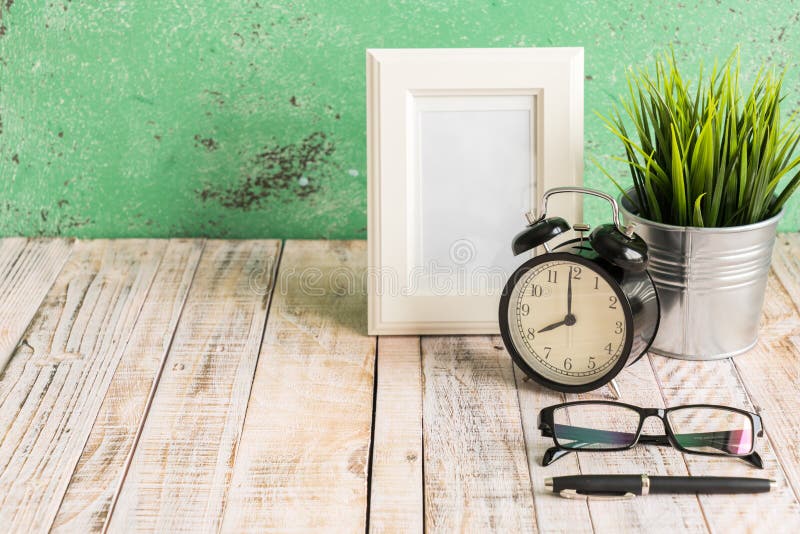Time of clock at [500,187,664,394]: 7:59
